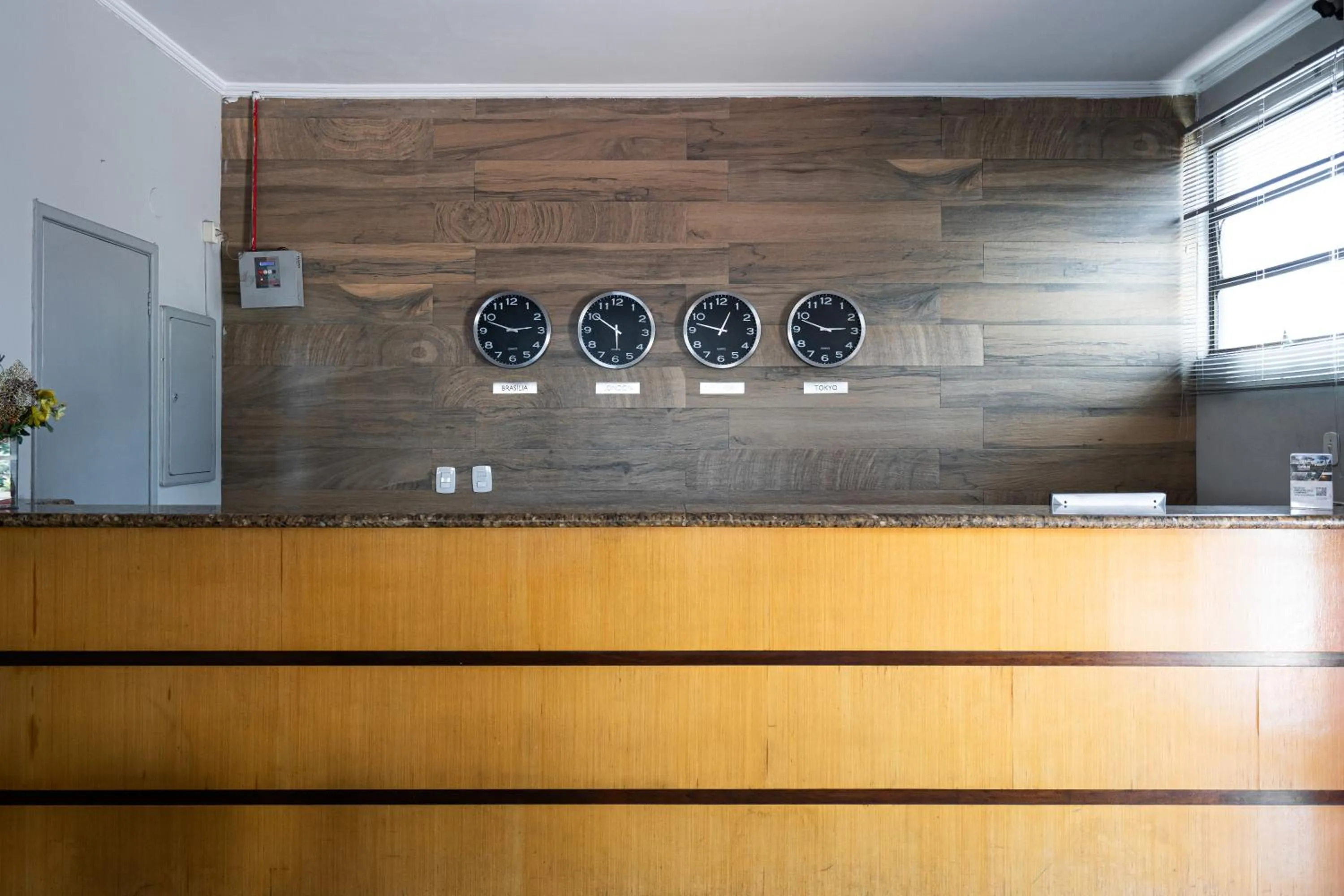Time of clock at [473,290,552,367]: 2:48
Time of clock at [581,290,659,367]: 5:50
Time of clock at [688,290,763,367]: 12:47
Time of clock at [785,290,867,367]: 2:48
